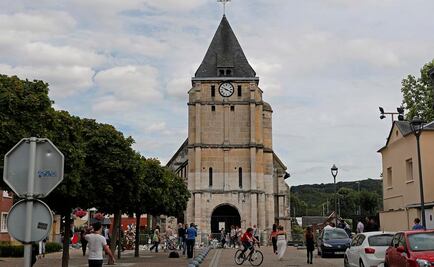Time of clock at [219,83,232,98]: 3:48
